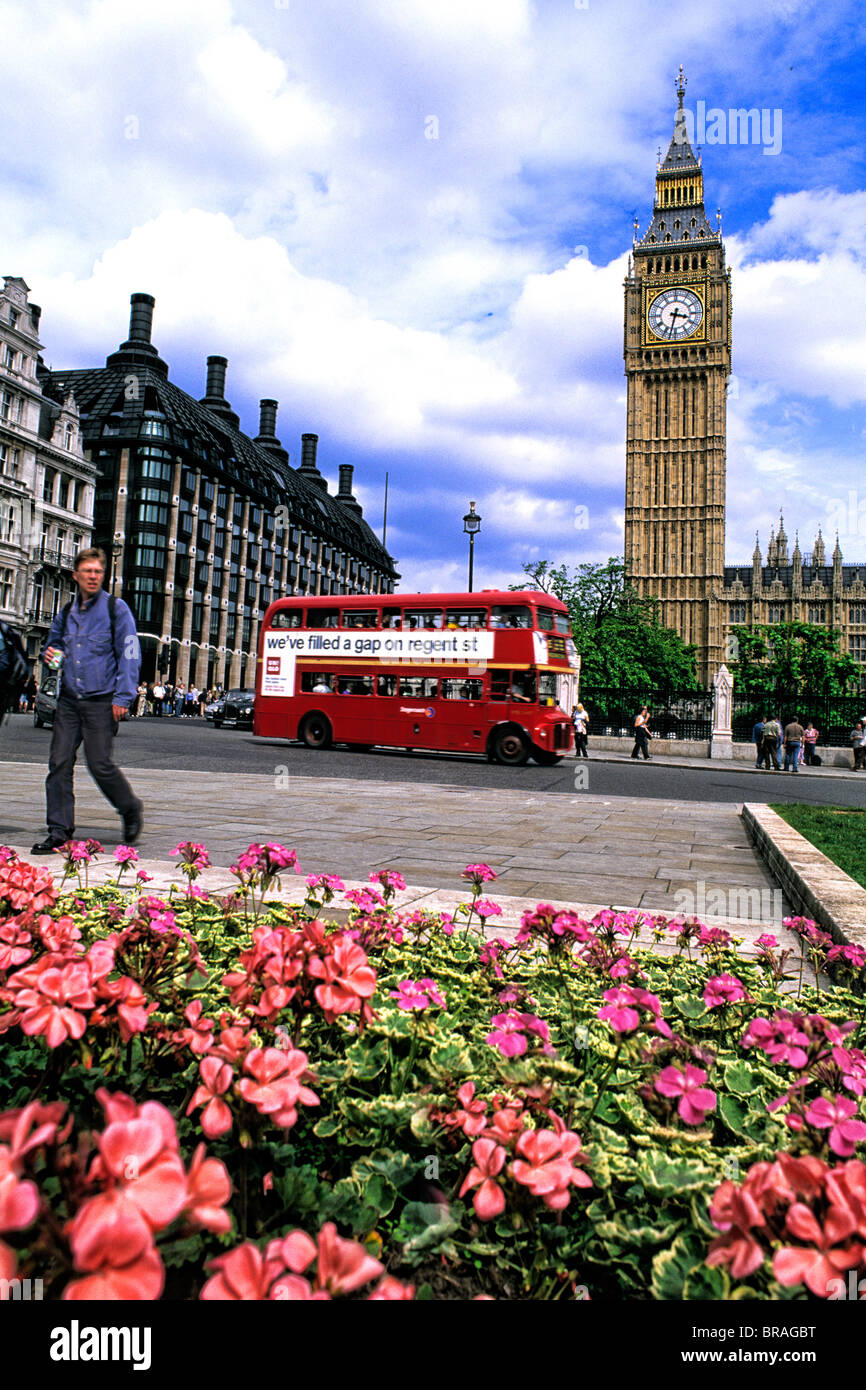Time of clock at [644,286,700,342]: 3:32
